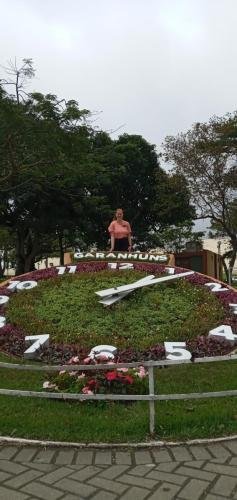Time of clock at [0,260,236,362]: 2:12
